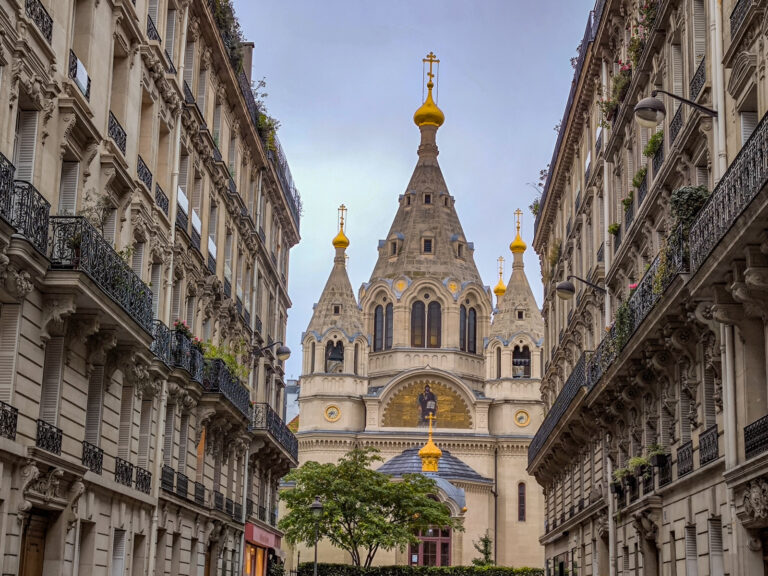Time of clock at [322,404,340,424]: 8:35
